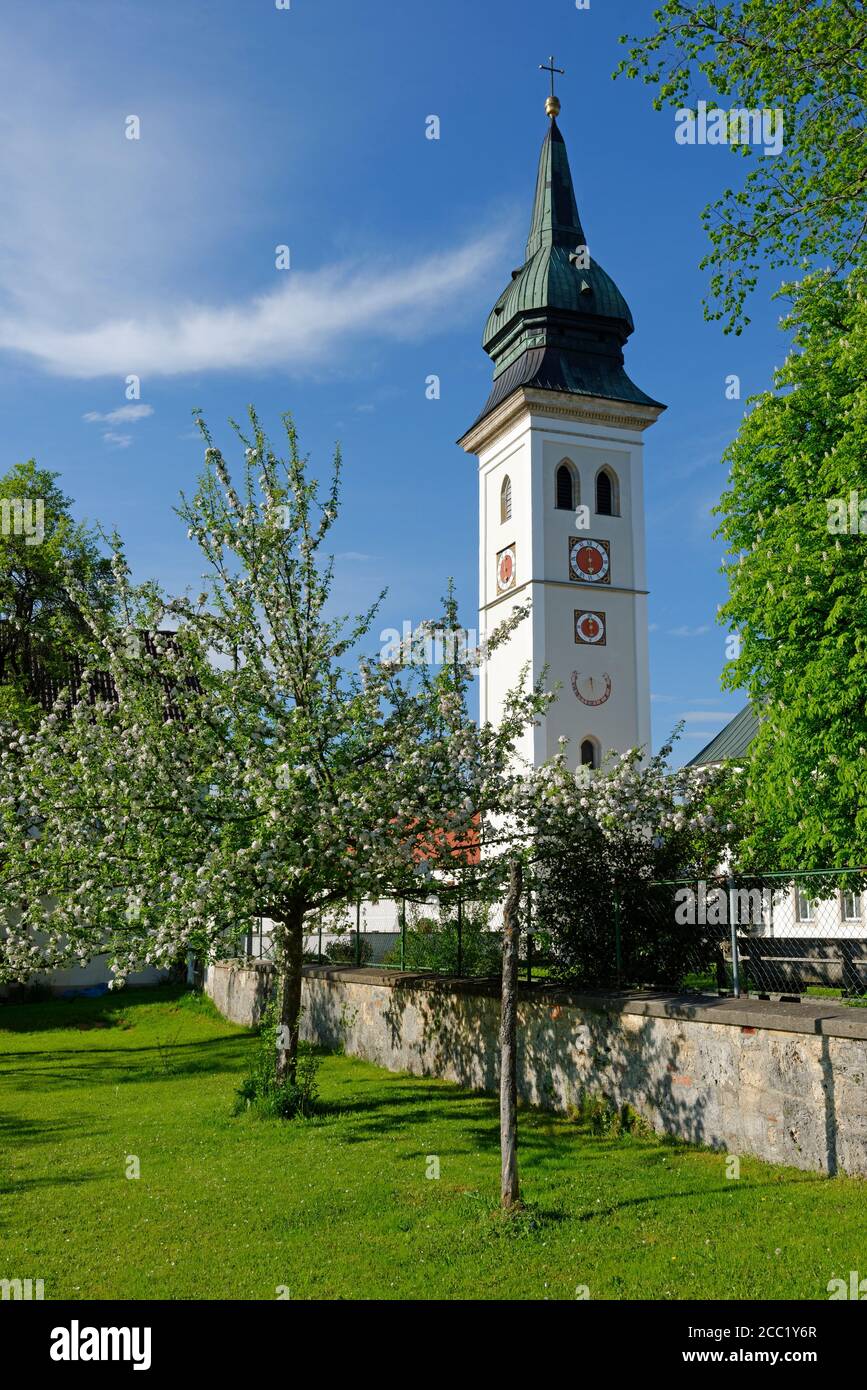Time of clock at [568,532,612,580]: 6:00
